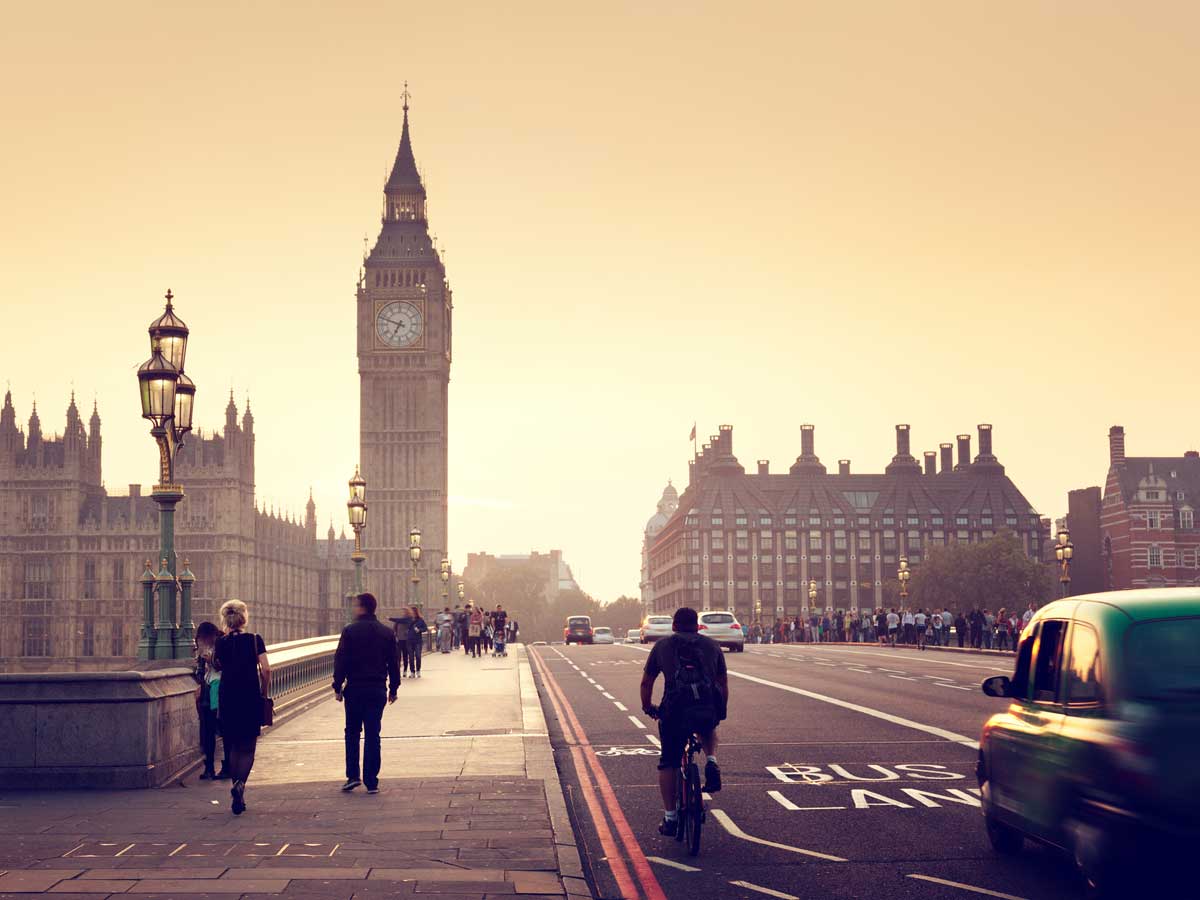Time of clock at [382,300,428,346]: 6:48
